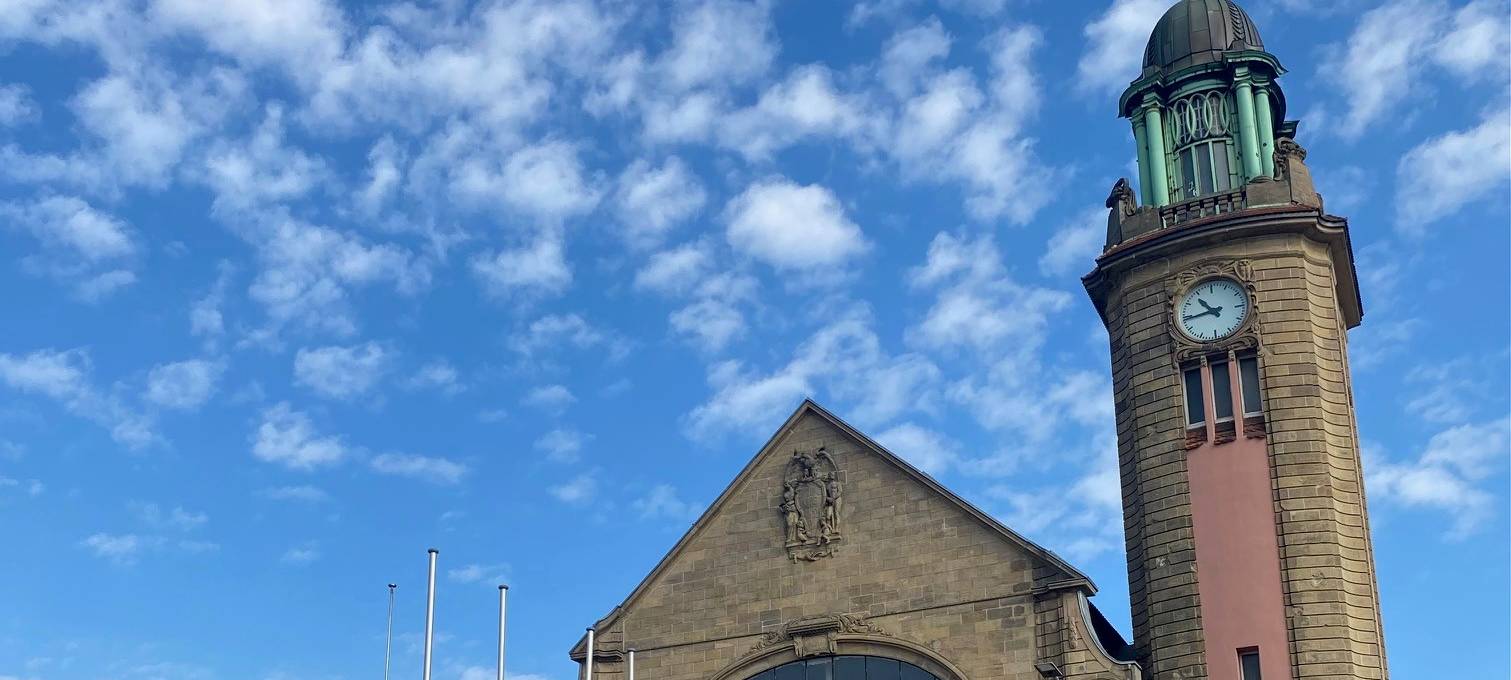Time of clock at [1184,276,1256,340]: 10:44
